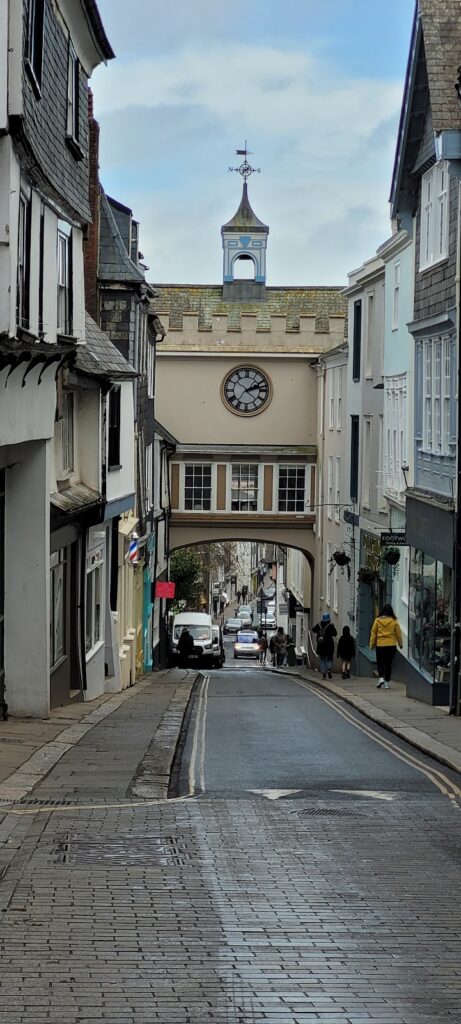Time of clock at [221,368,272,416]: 2:12
